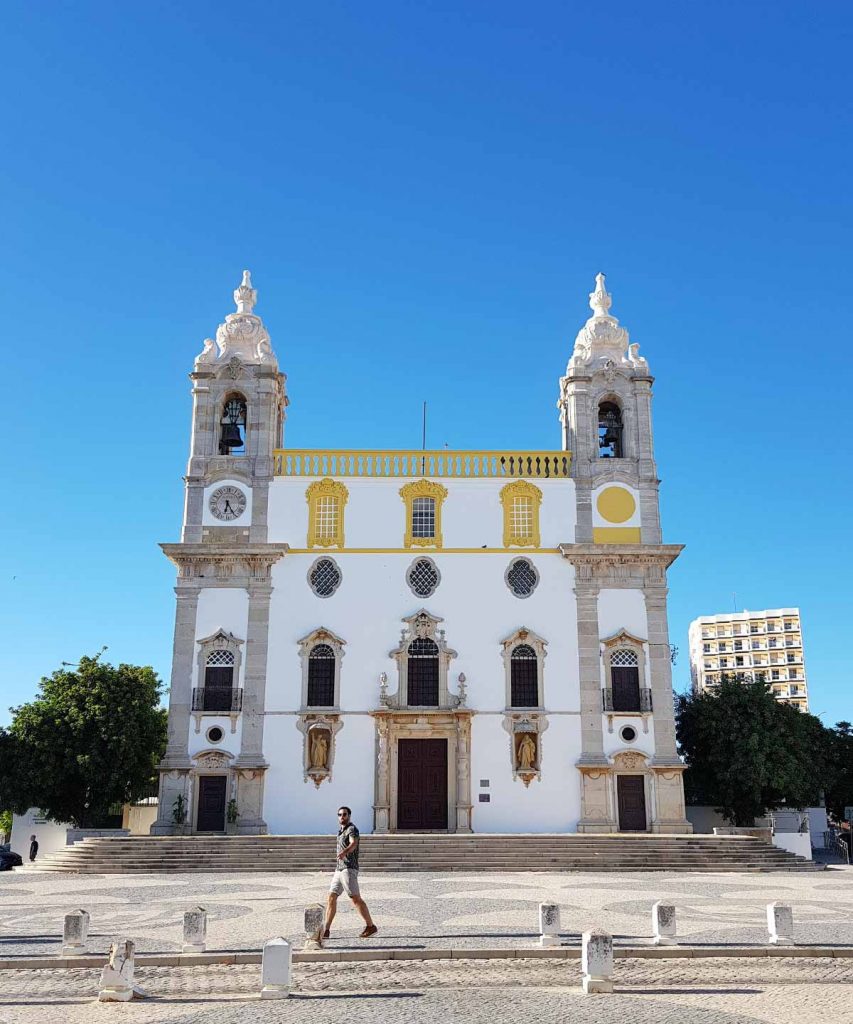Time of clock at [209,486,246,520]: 6:25
